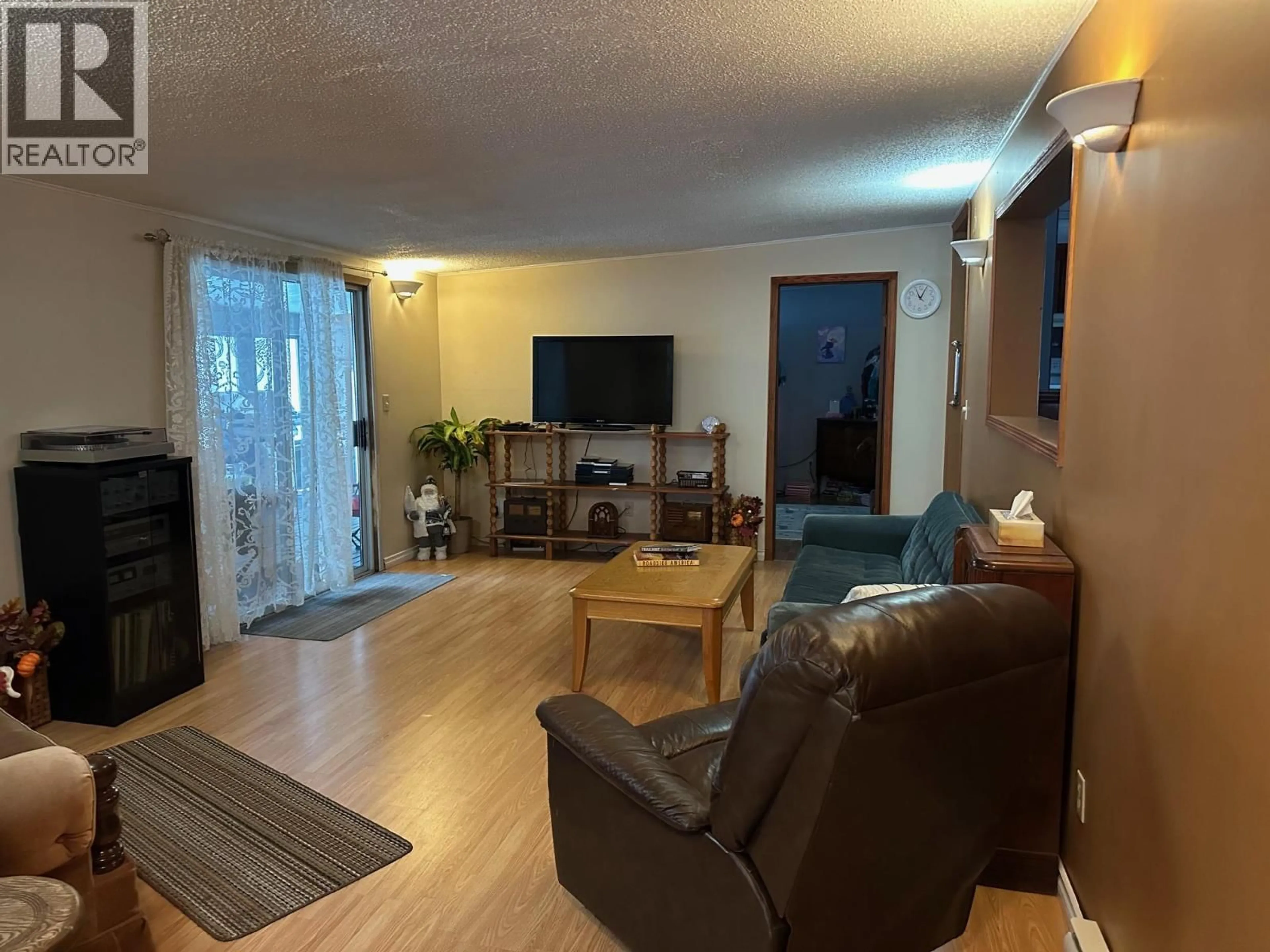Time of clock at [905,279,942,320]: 11:04
